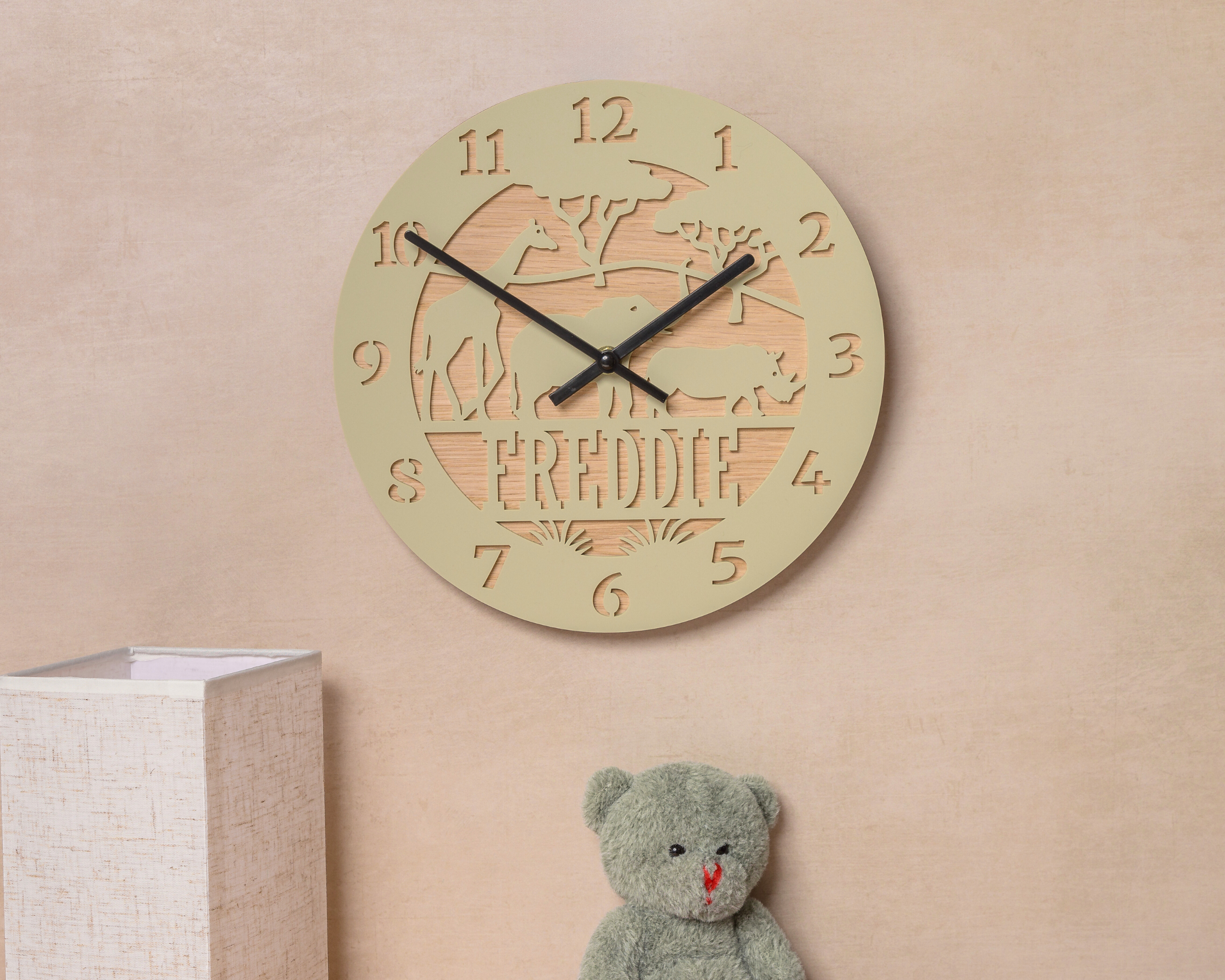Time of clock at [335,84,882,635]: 1:50
